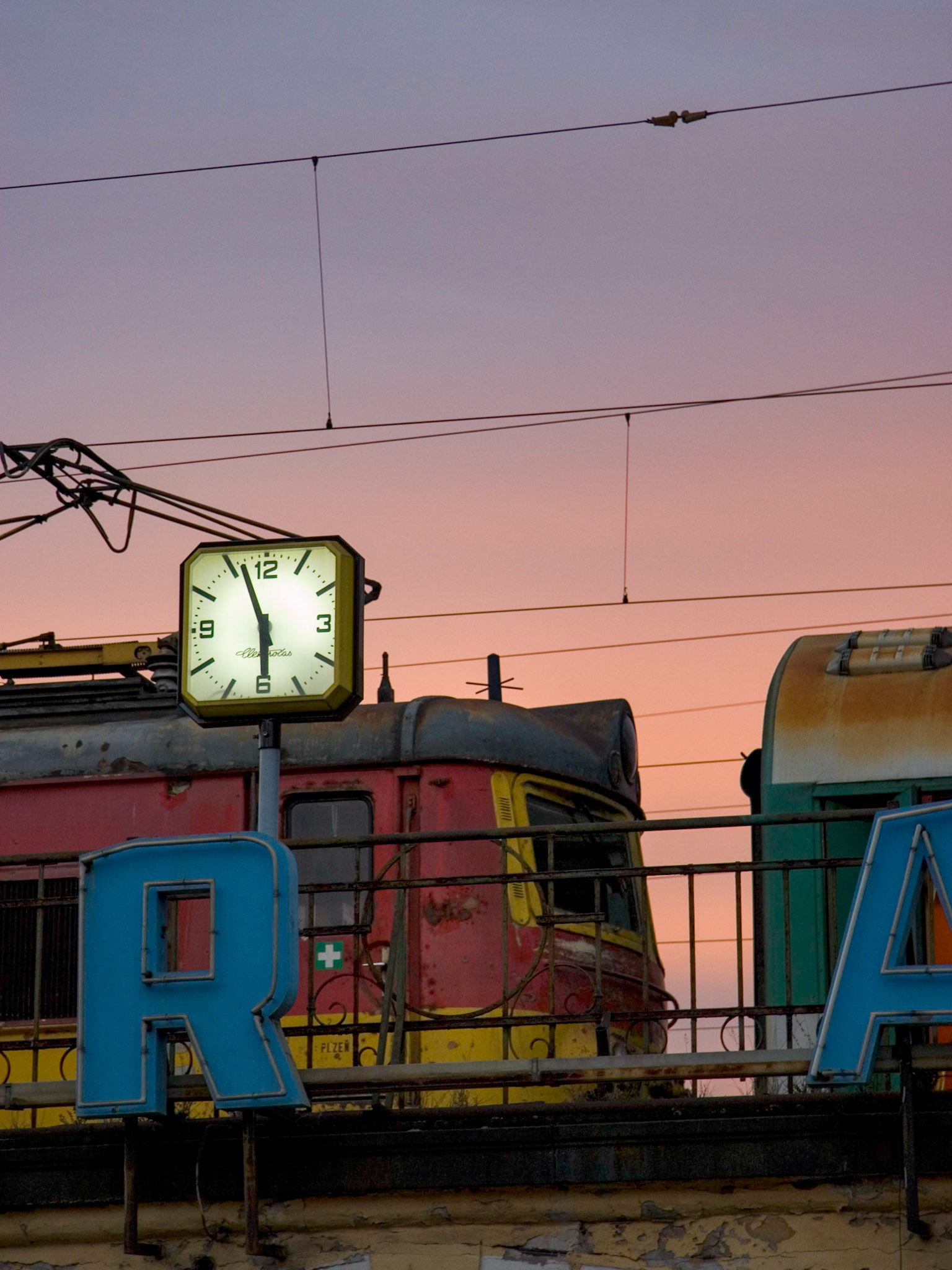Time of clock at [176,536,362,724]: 5:56
